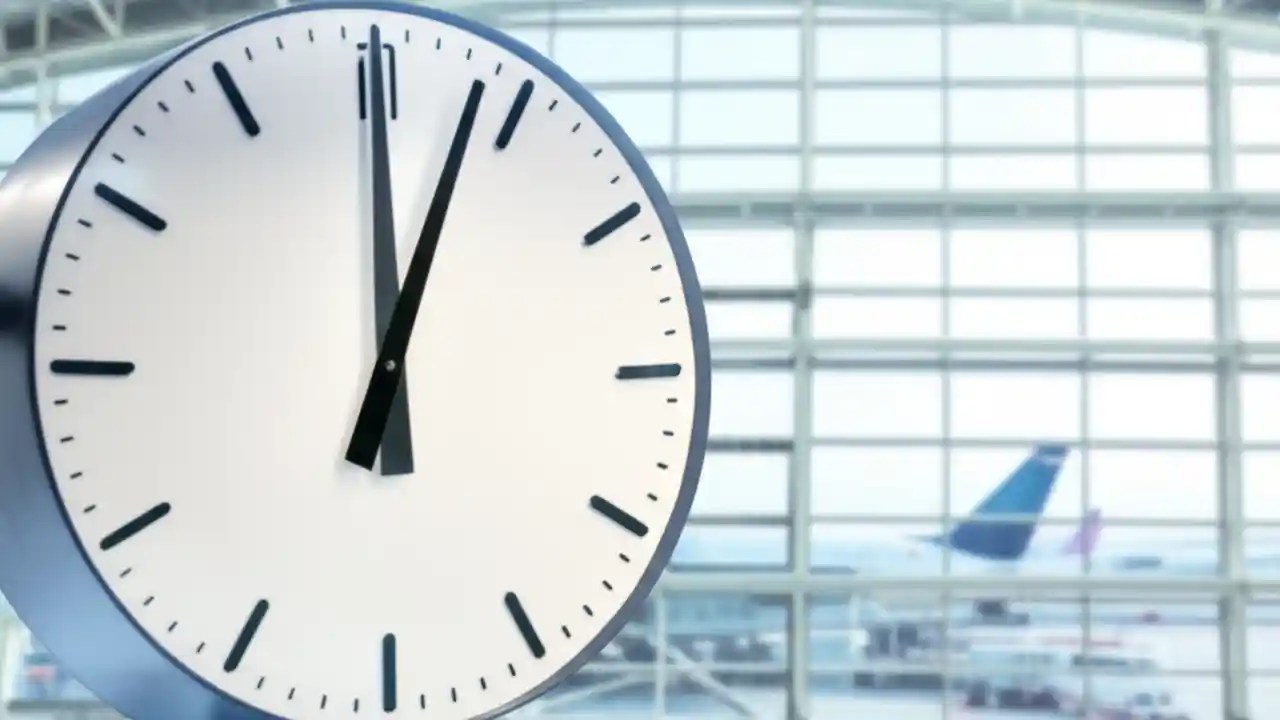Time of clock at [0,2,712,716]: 12:03
